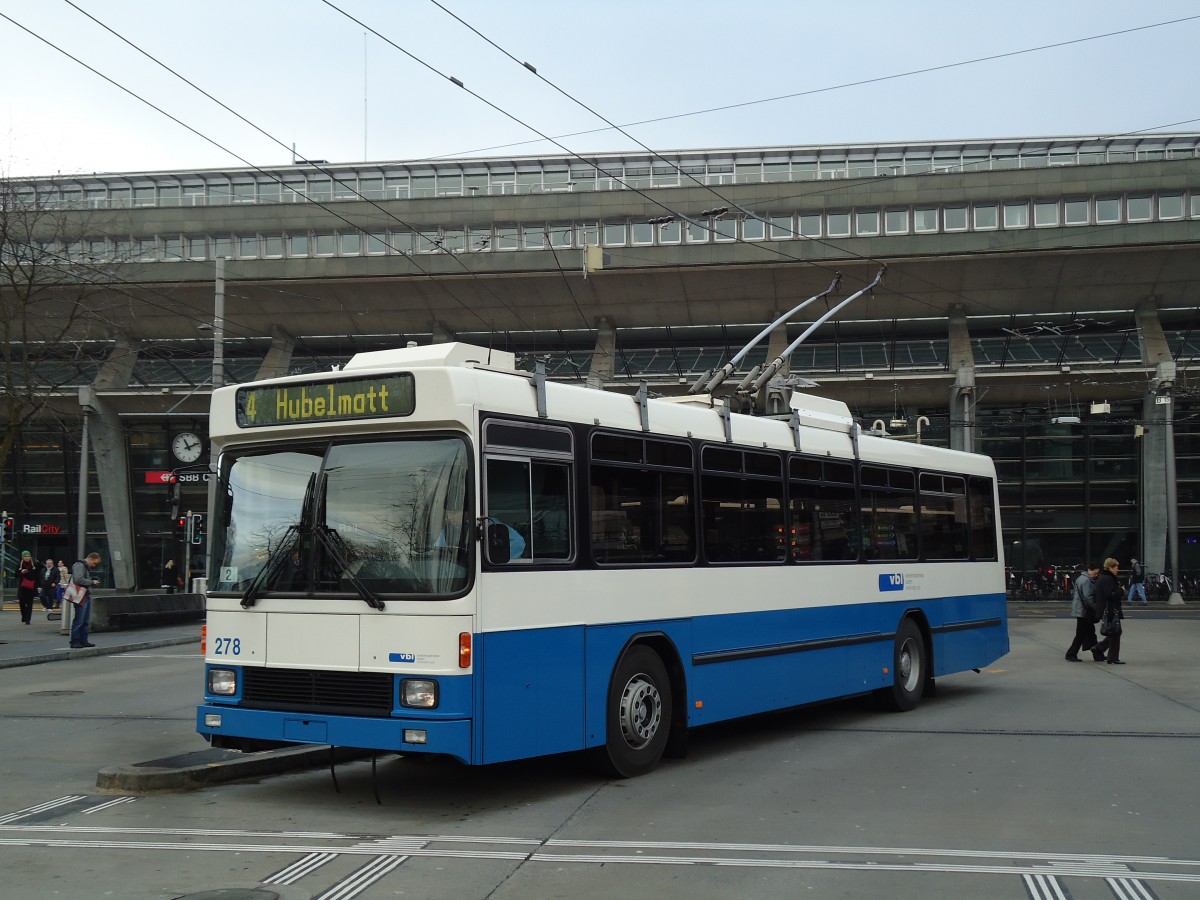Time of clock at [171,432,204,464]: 11:11
